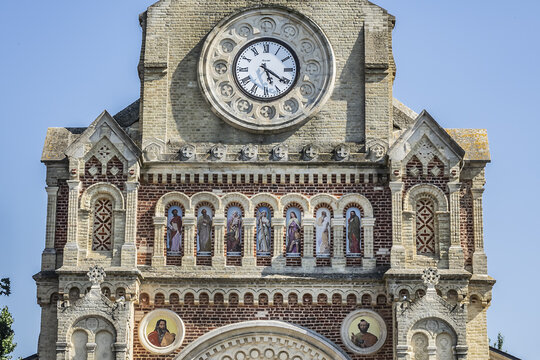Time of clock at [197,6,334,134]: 5:20
